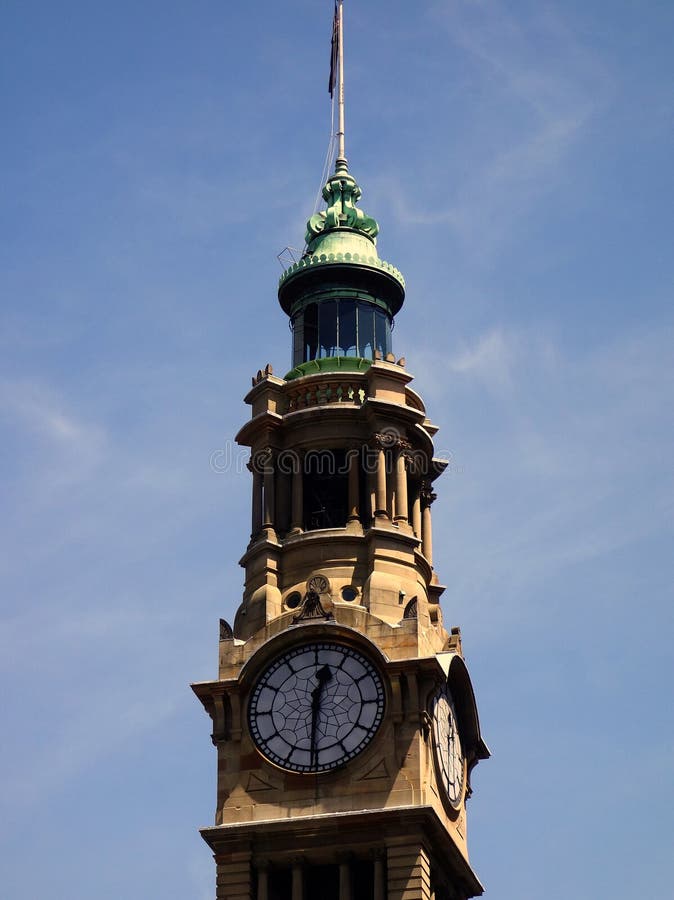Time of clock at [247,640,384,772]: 12:30
